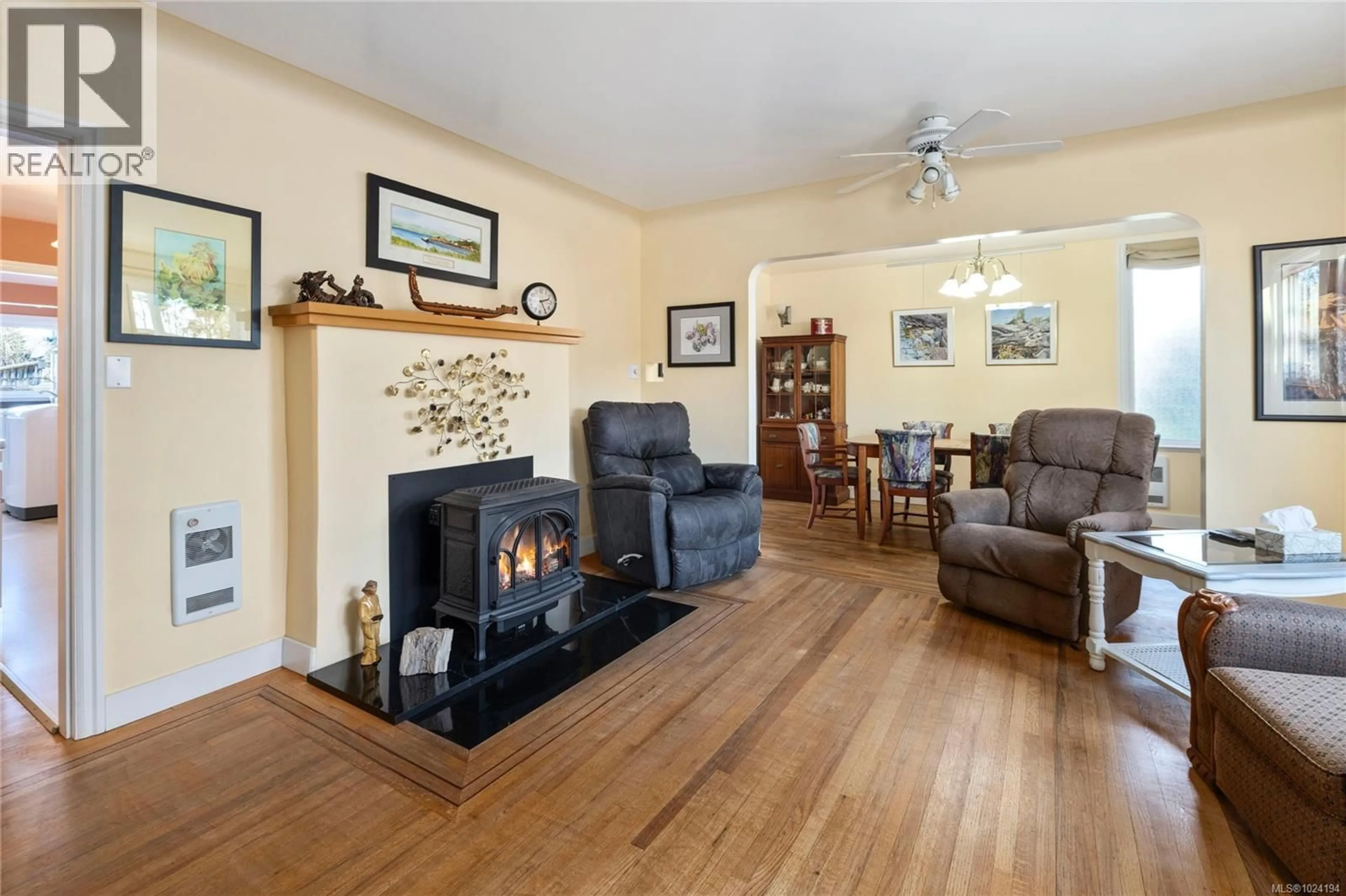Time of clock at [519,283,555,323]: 2:24
